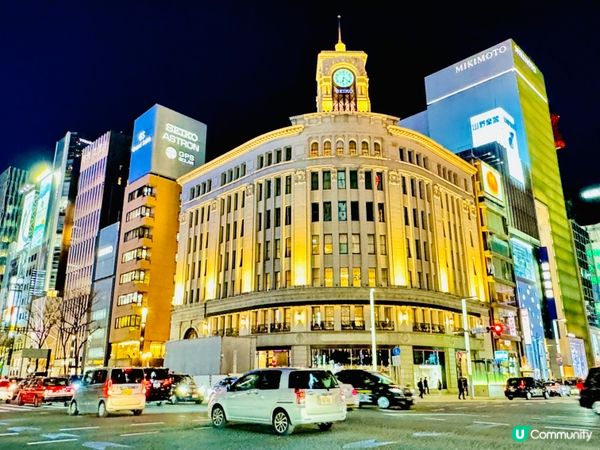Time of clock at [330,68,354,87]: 6:21
